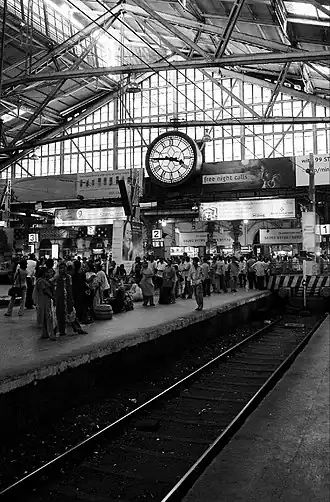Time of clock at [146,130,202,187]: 3:45
